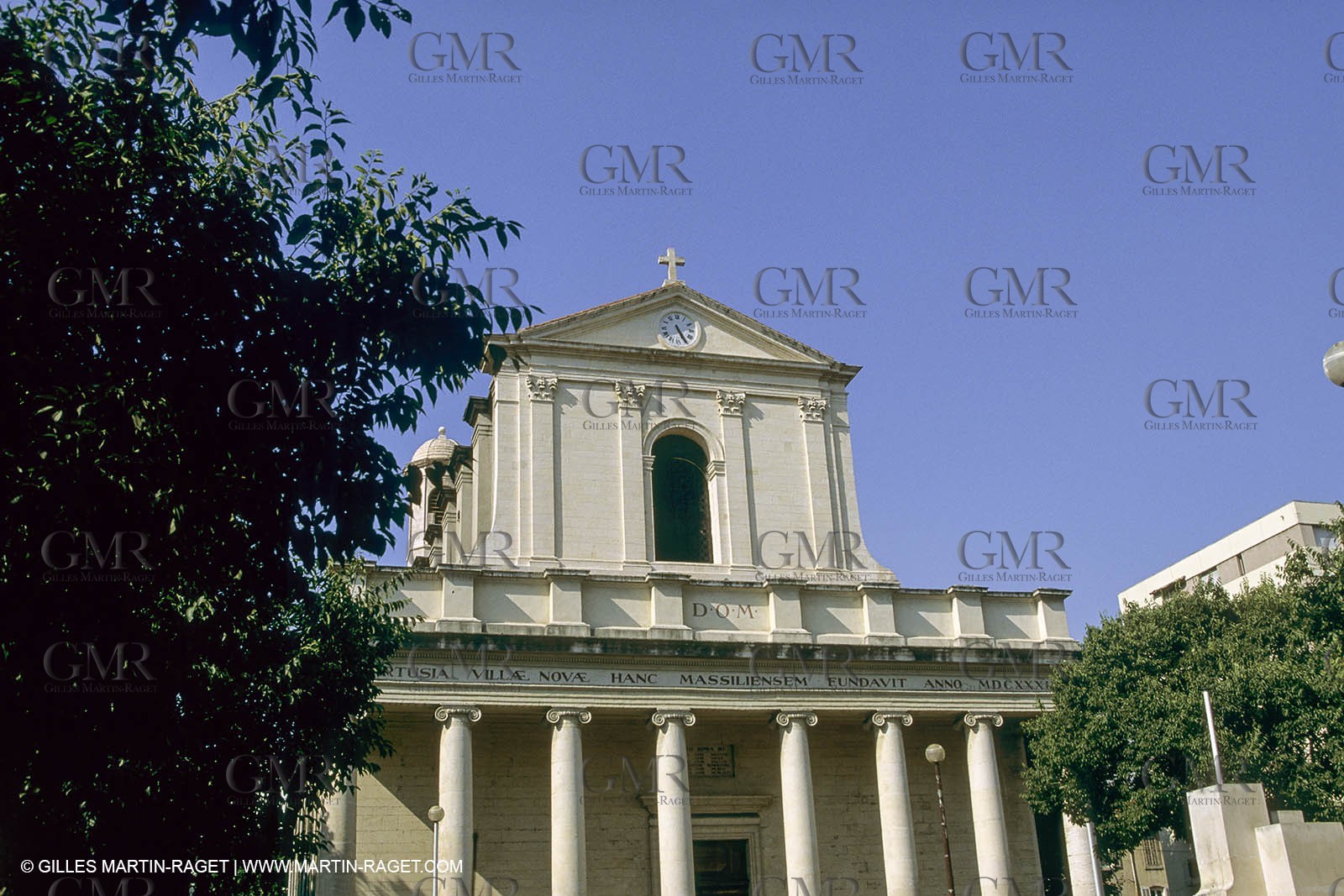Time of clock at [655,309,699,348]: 5:25
